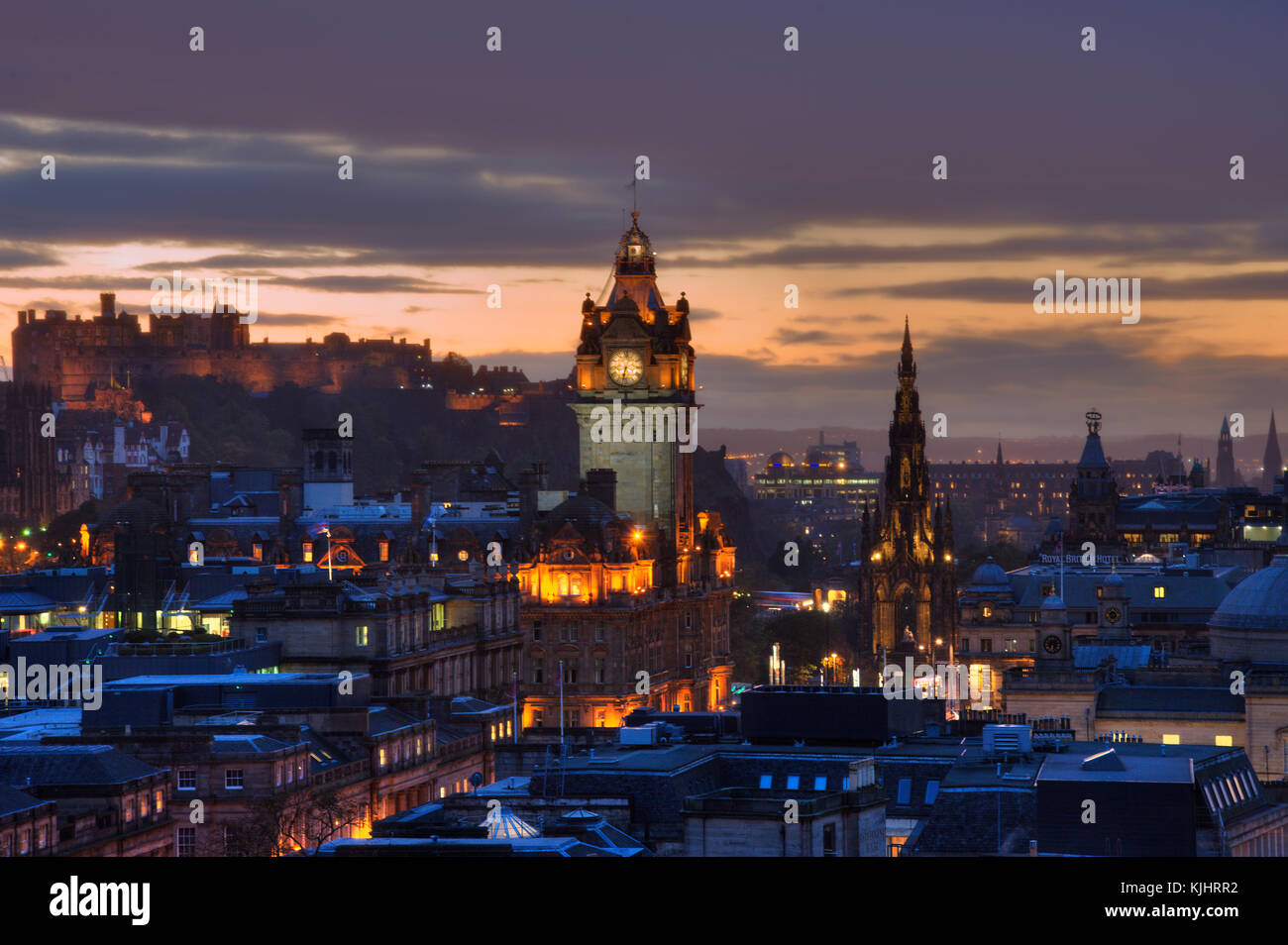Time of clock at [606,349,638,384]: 6:32
